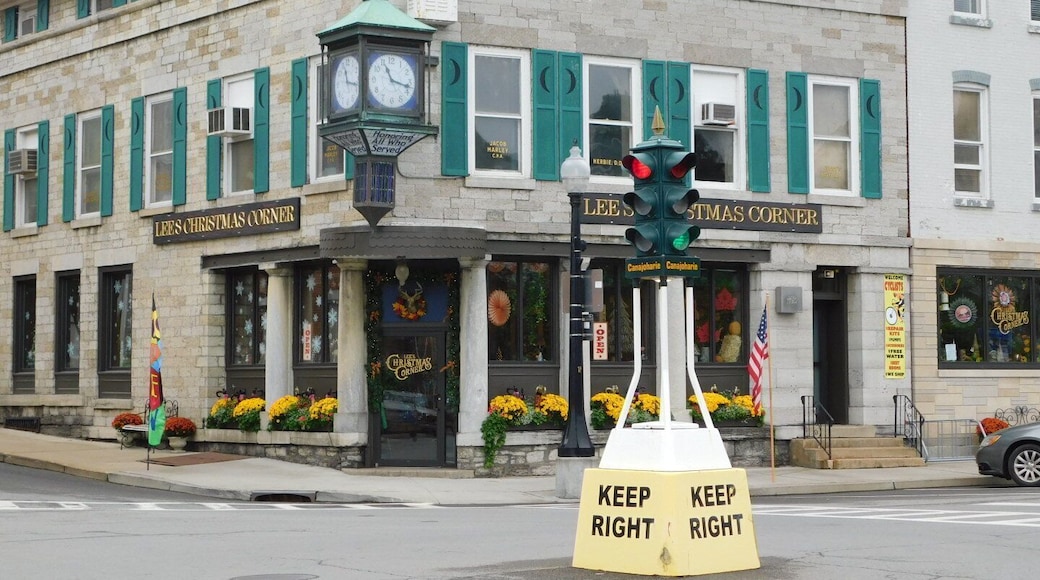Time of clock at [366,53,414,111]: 11:17
